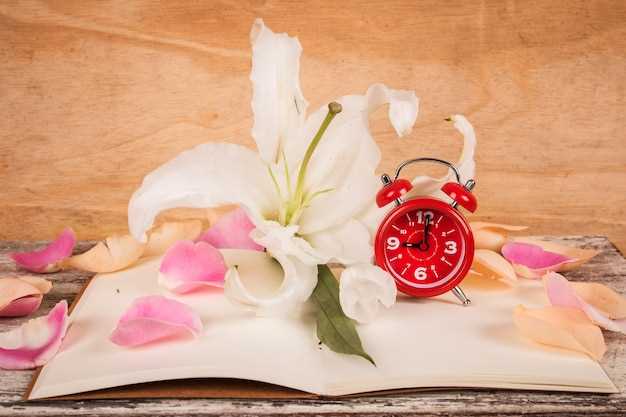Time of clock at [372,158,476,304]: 9:01
